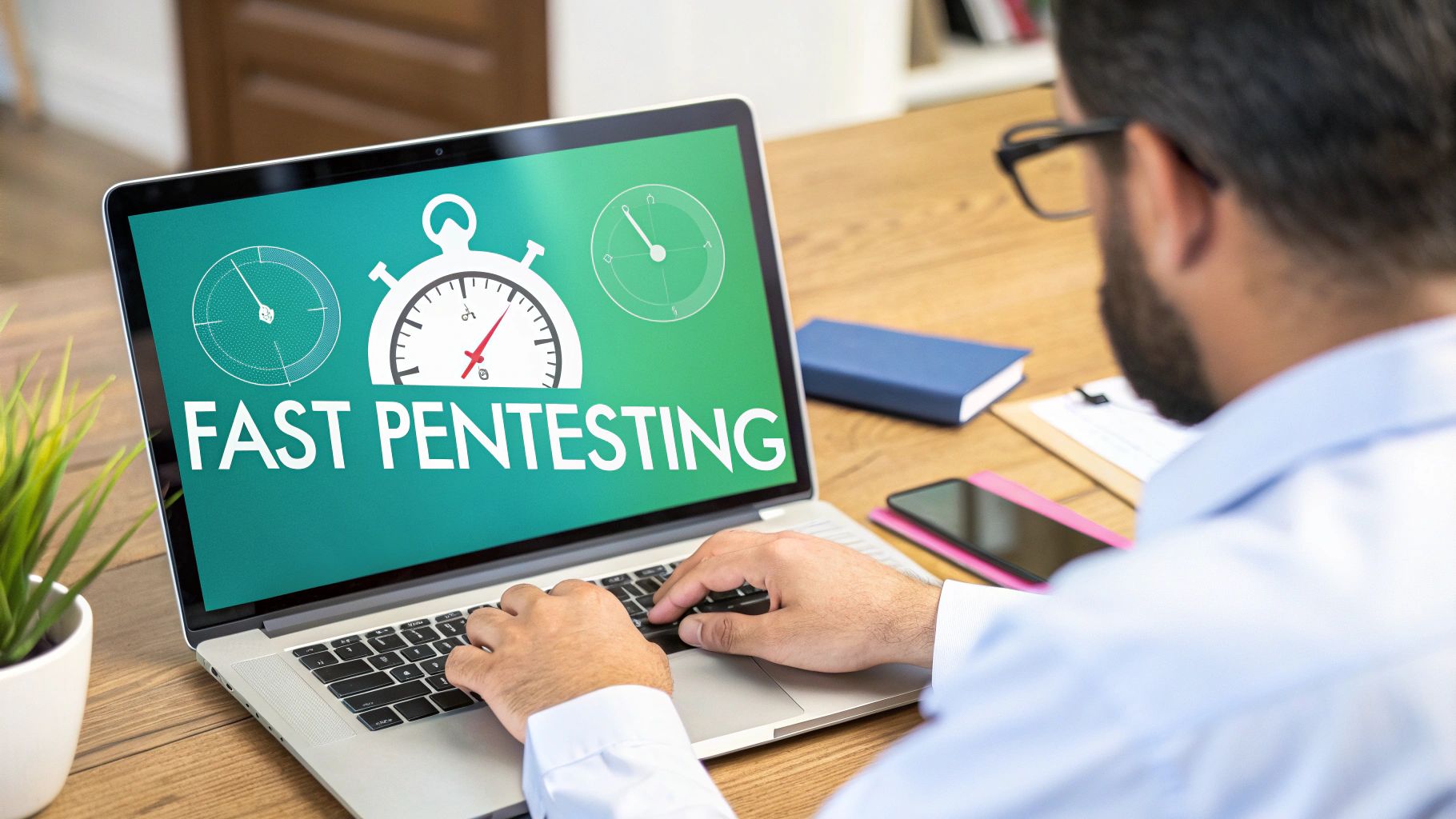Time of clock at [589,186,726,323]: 10:54
